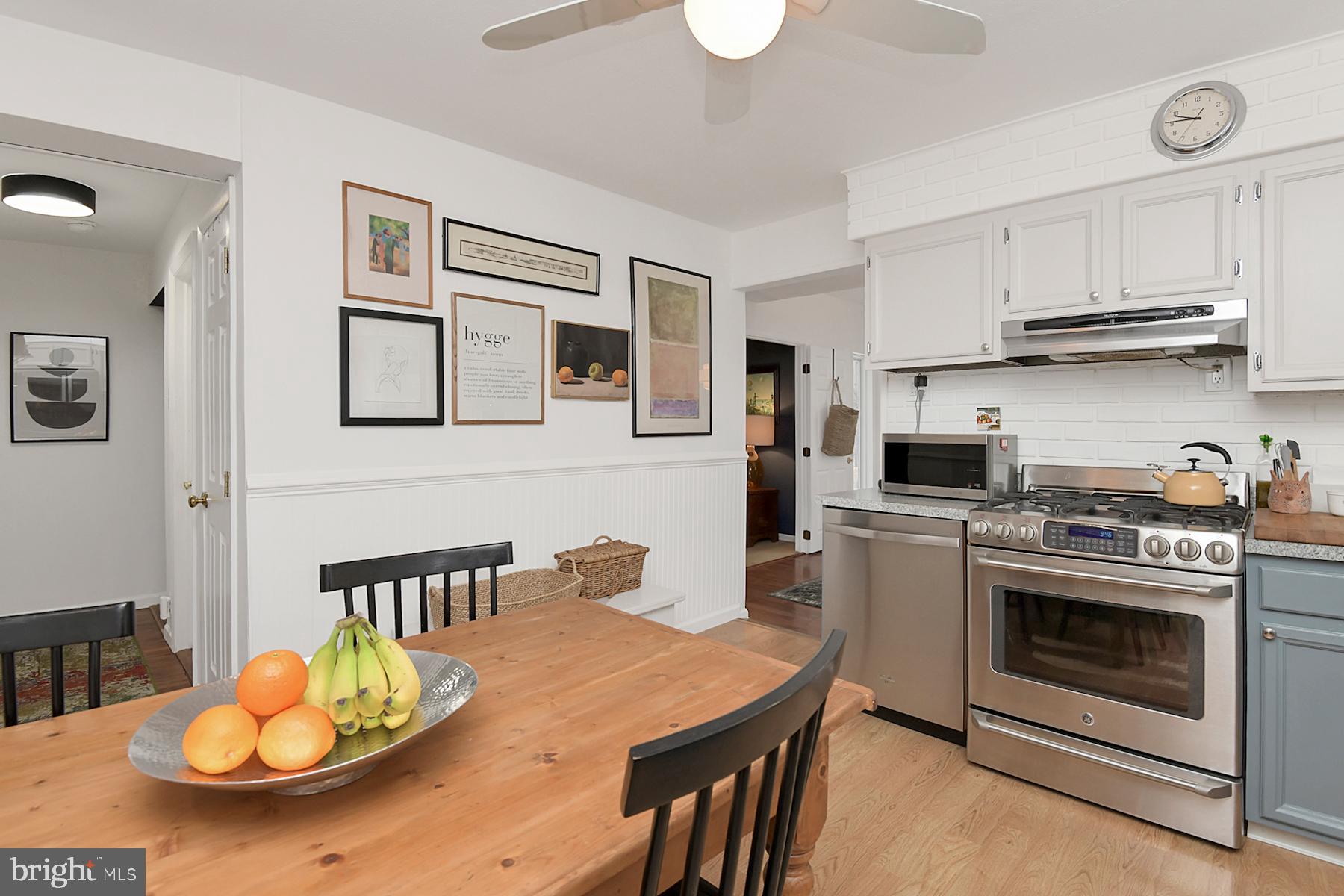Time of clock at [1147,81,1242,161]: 9:45
